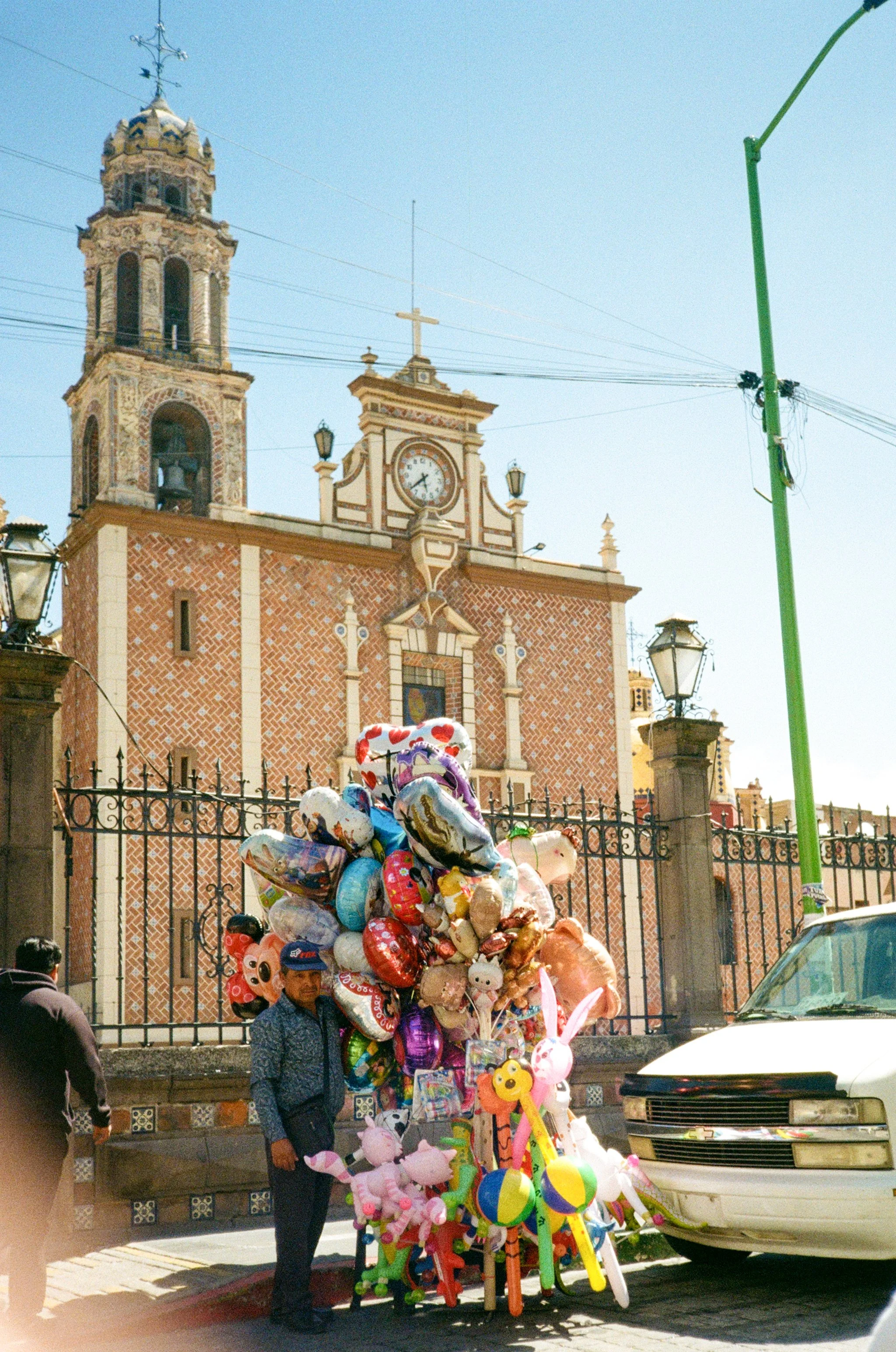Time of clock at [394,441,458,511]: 5:38
